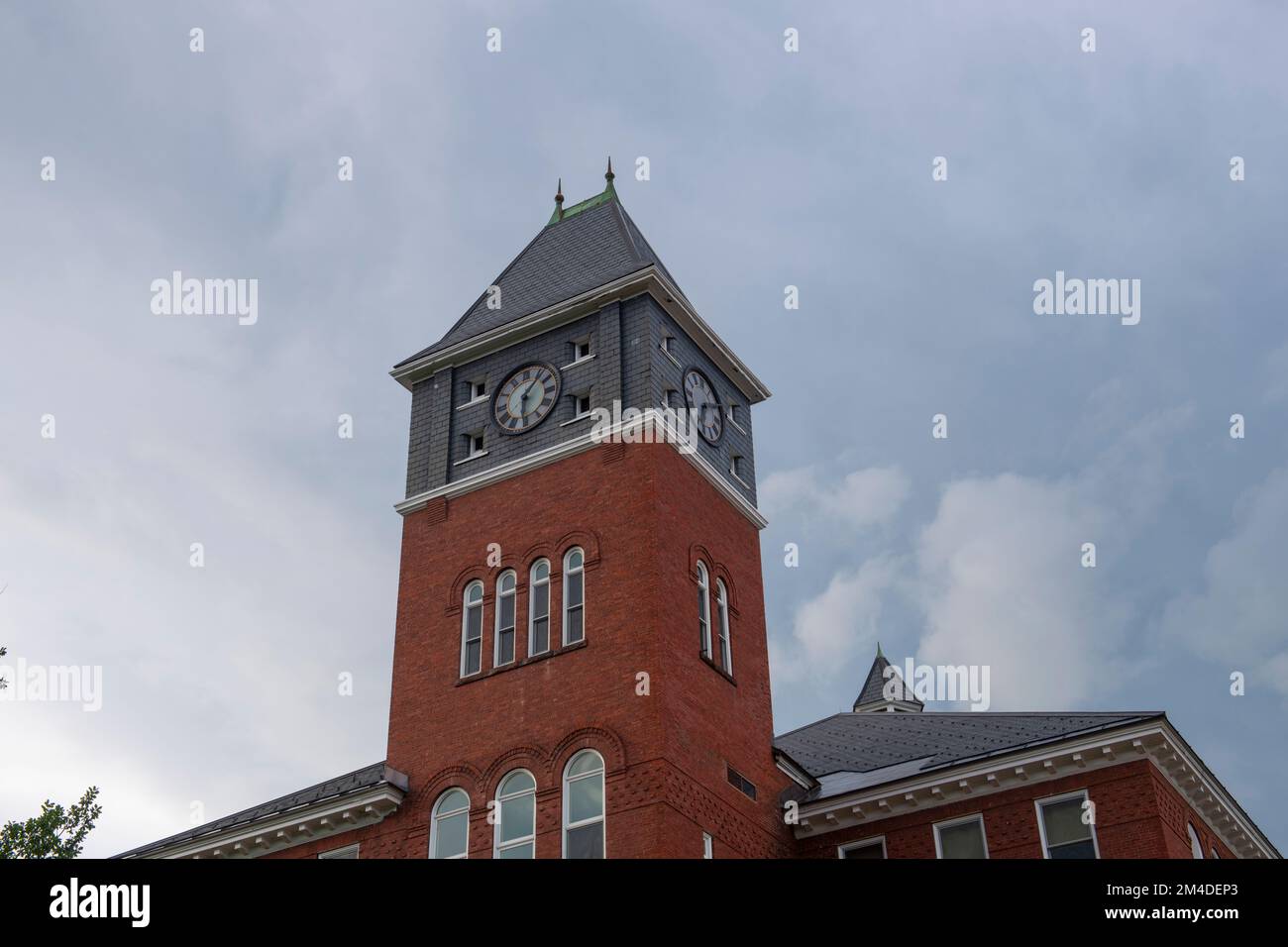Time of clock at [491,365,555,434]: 6:06
